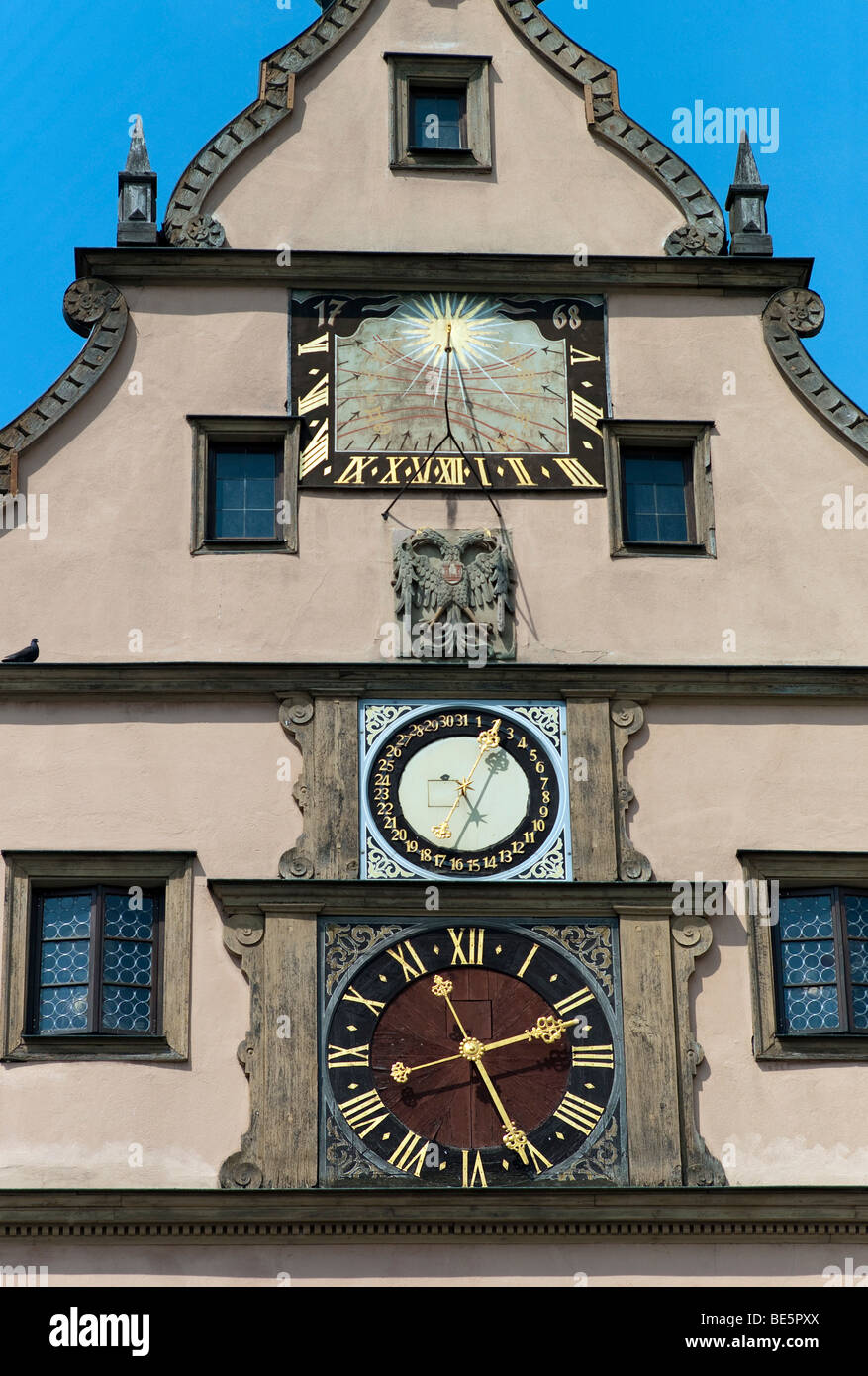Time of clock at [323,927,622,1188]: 2:25
